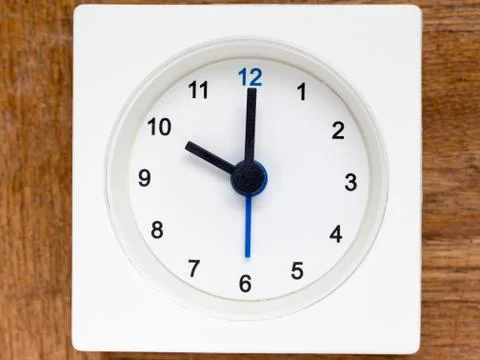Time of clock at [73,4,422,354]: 10:00
